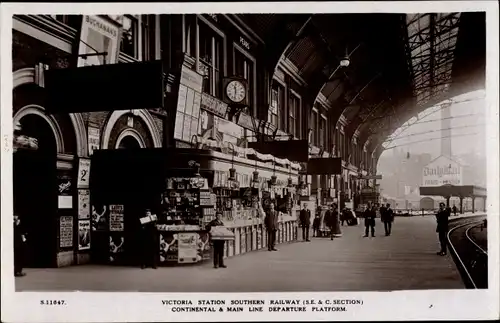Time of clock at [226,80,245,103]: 11:32
